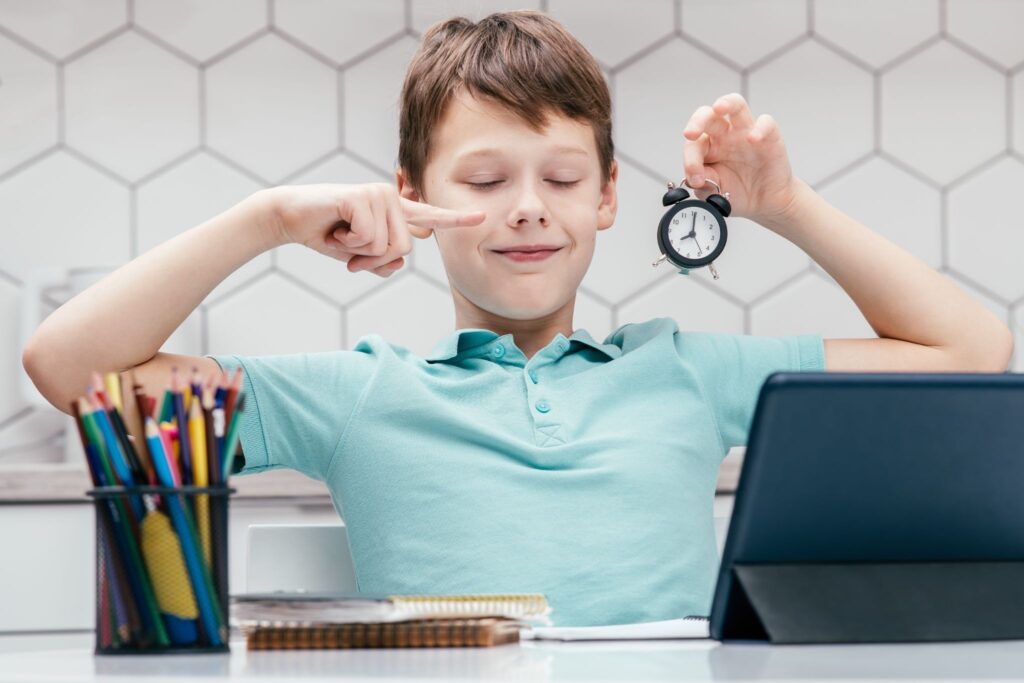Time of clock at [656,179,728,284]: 8:00
